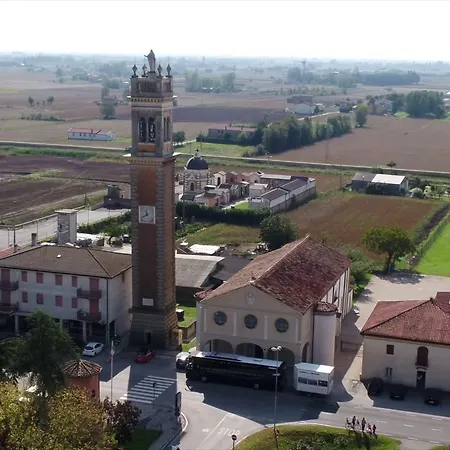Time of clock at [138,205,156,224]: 11:40
